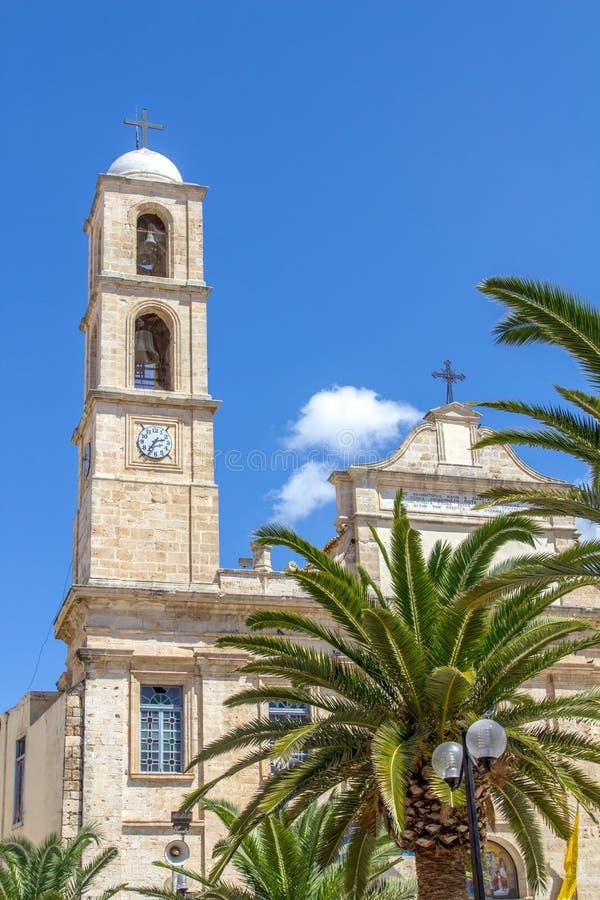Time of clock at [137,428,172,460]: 2:36
